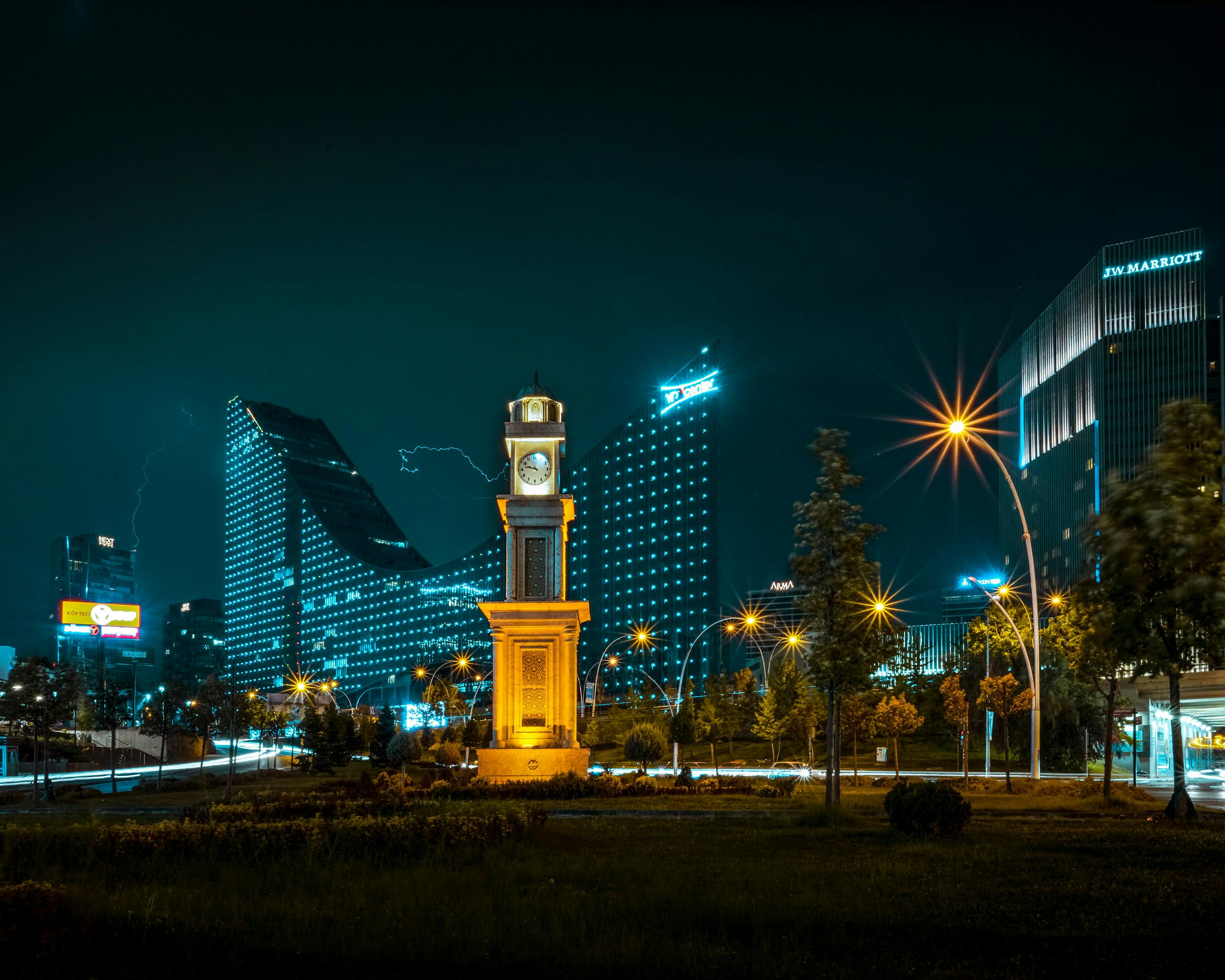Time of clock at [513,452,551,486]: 9:47
